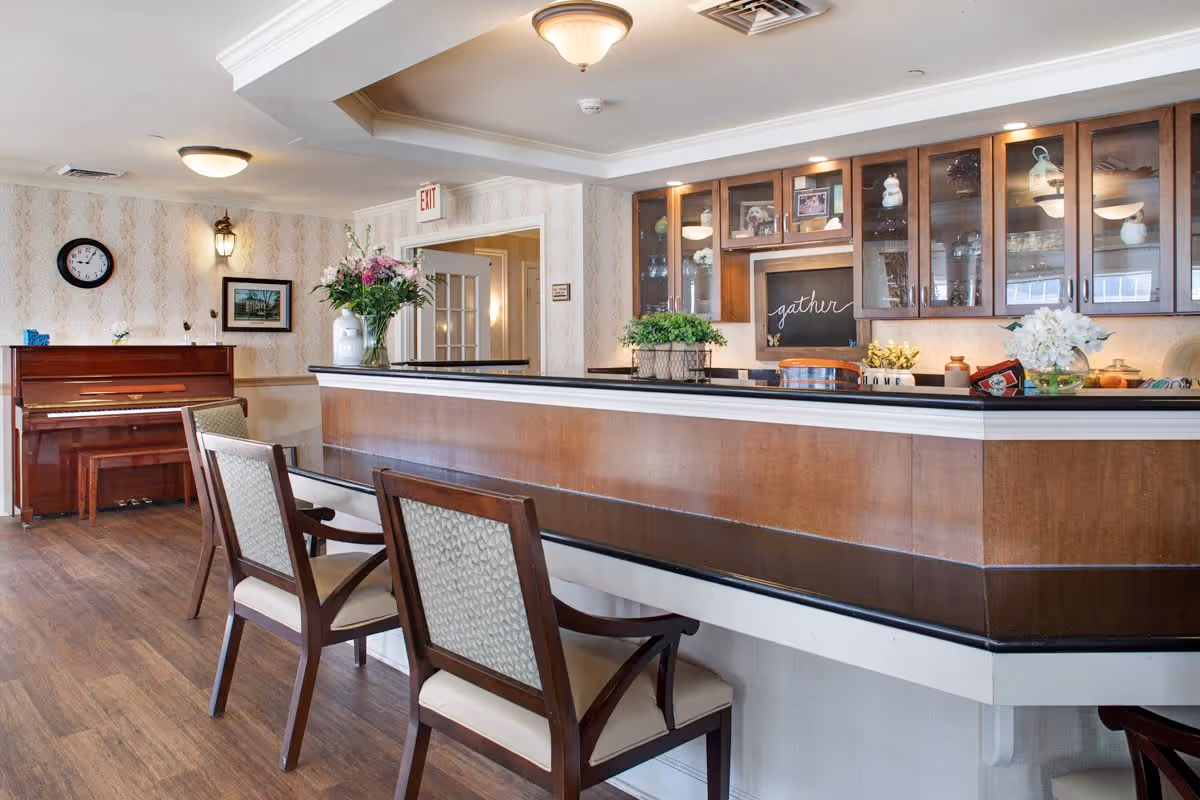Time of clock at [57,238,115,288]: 9:05
